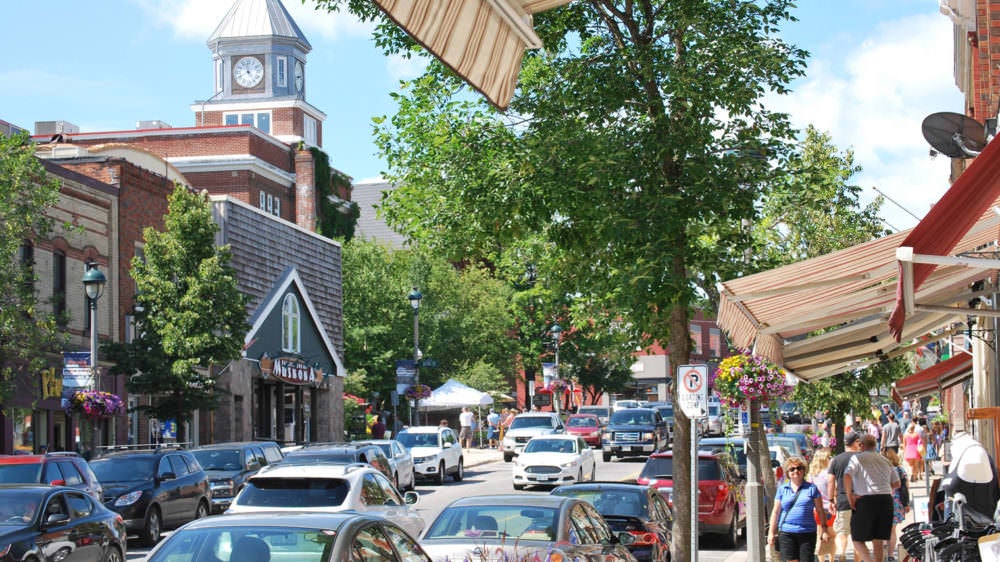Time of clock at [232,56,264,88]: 11:40
